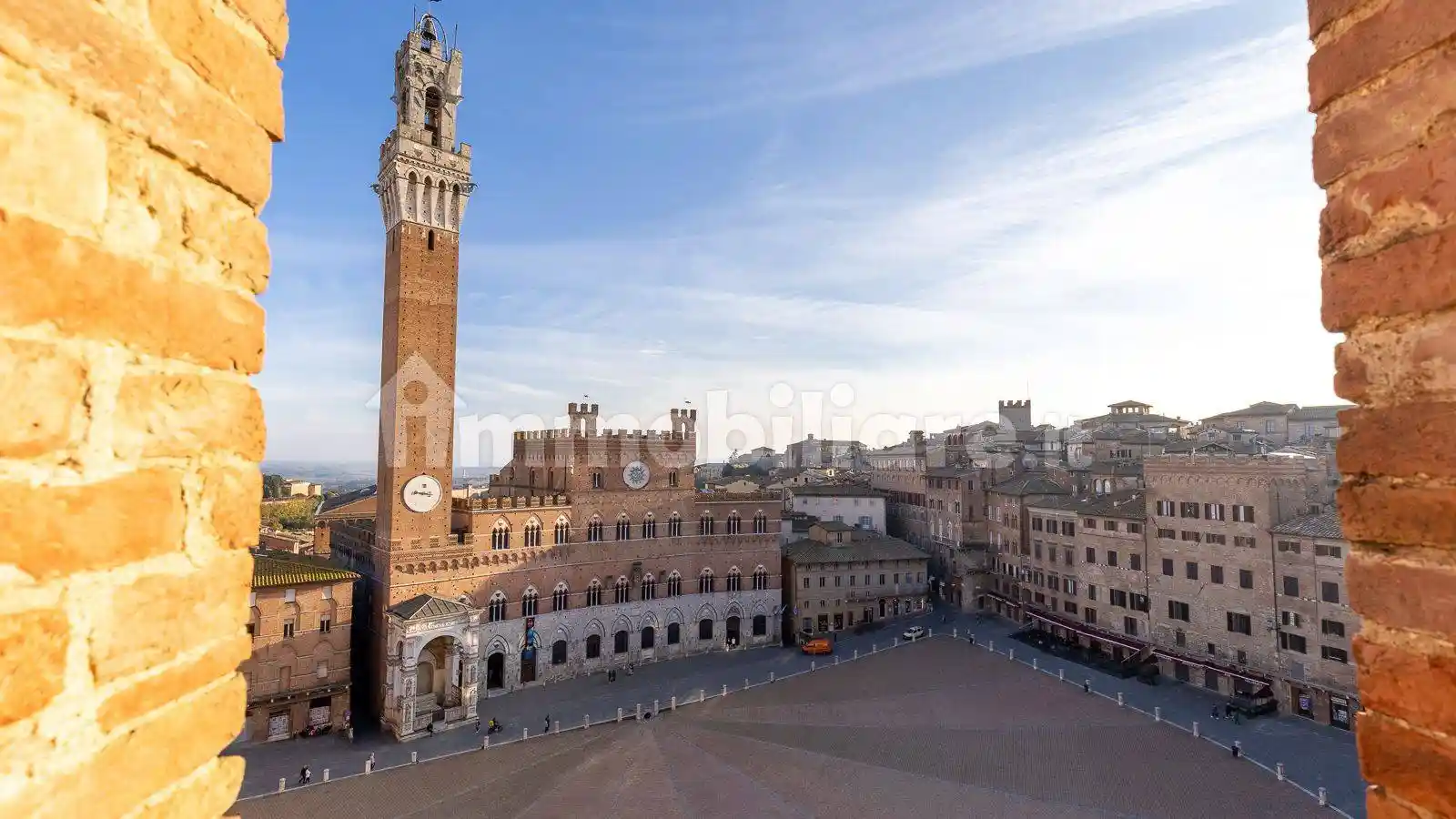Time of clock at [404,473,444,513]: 9:16
